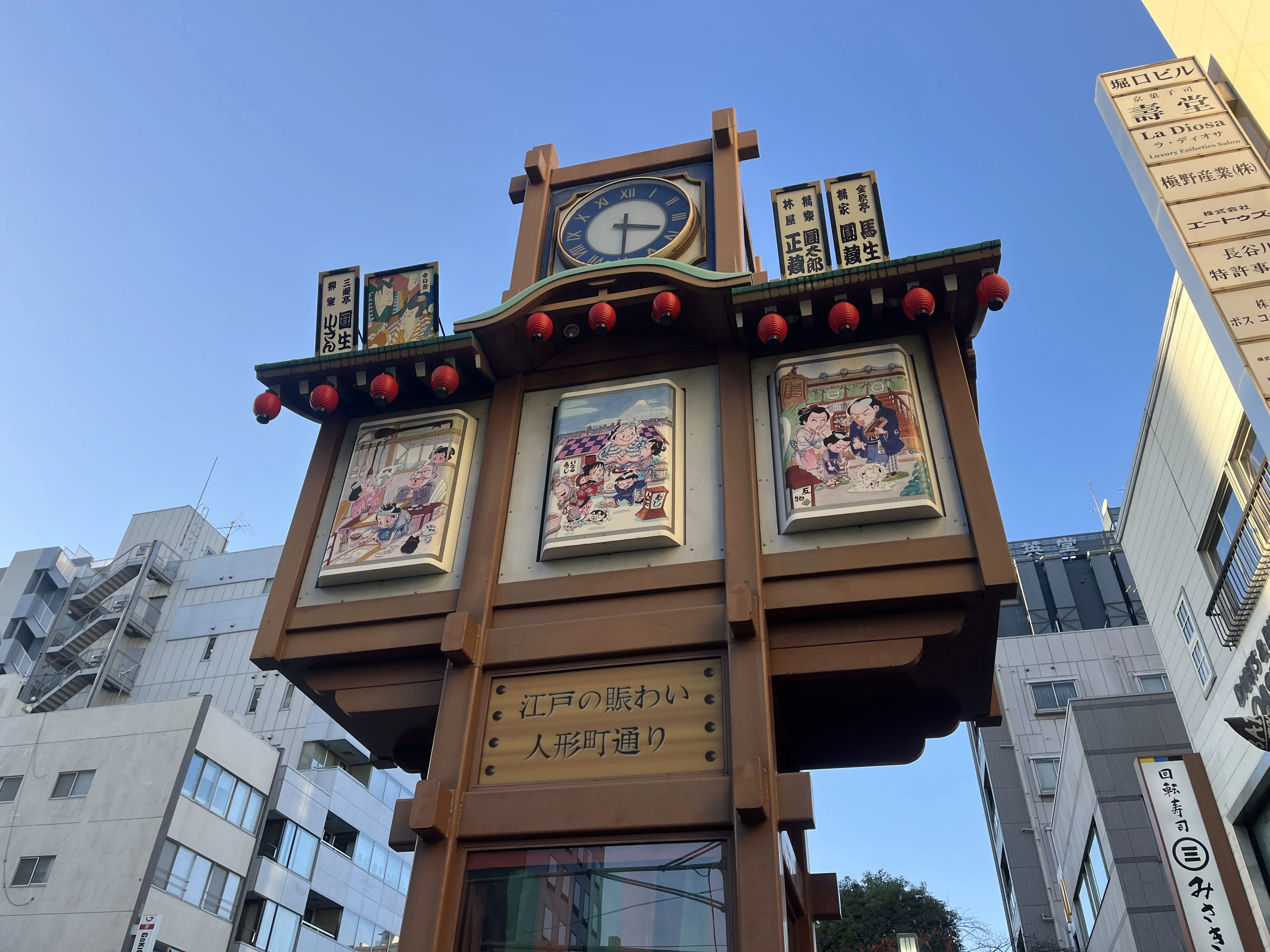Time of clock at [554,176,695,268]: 3:29
